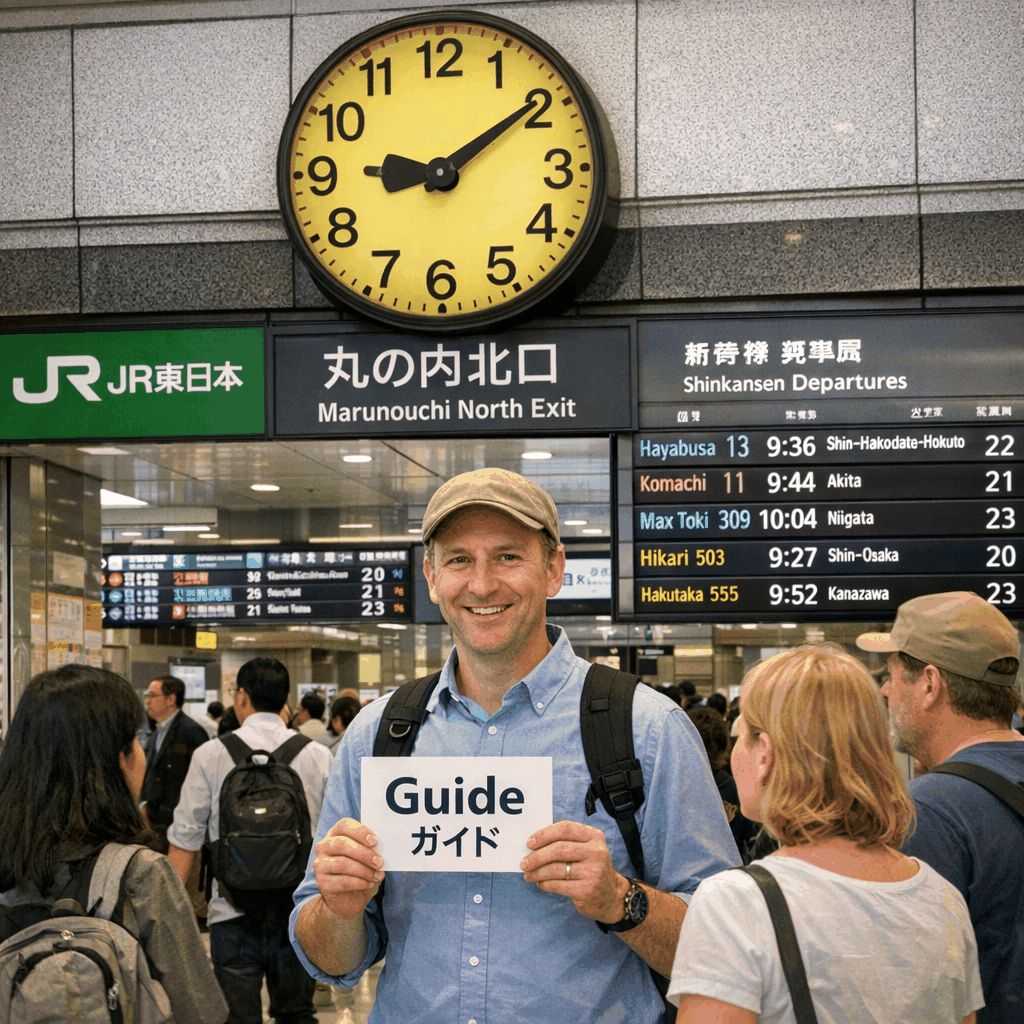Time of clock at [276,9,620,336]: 9:09
